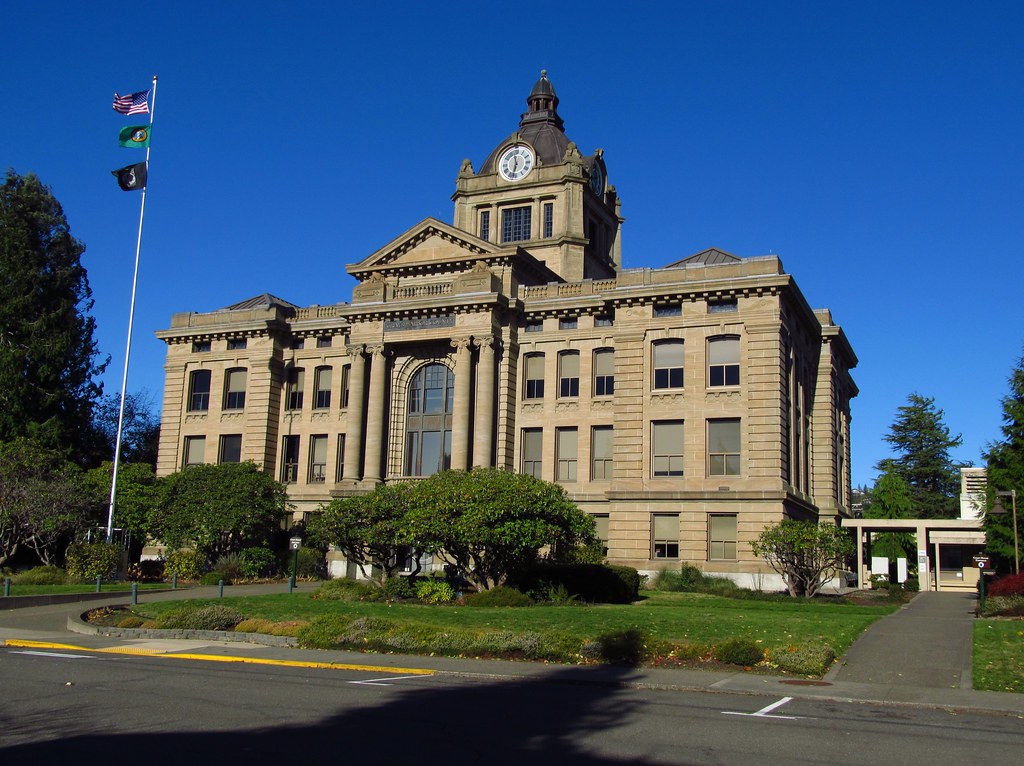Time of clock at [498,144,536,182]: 11:32
